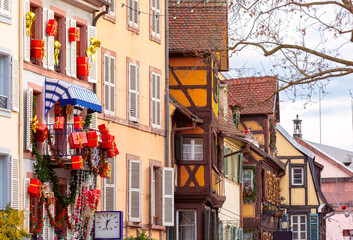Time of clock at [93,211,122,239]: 1:32
